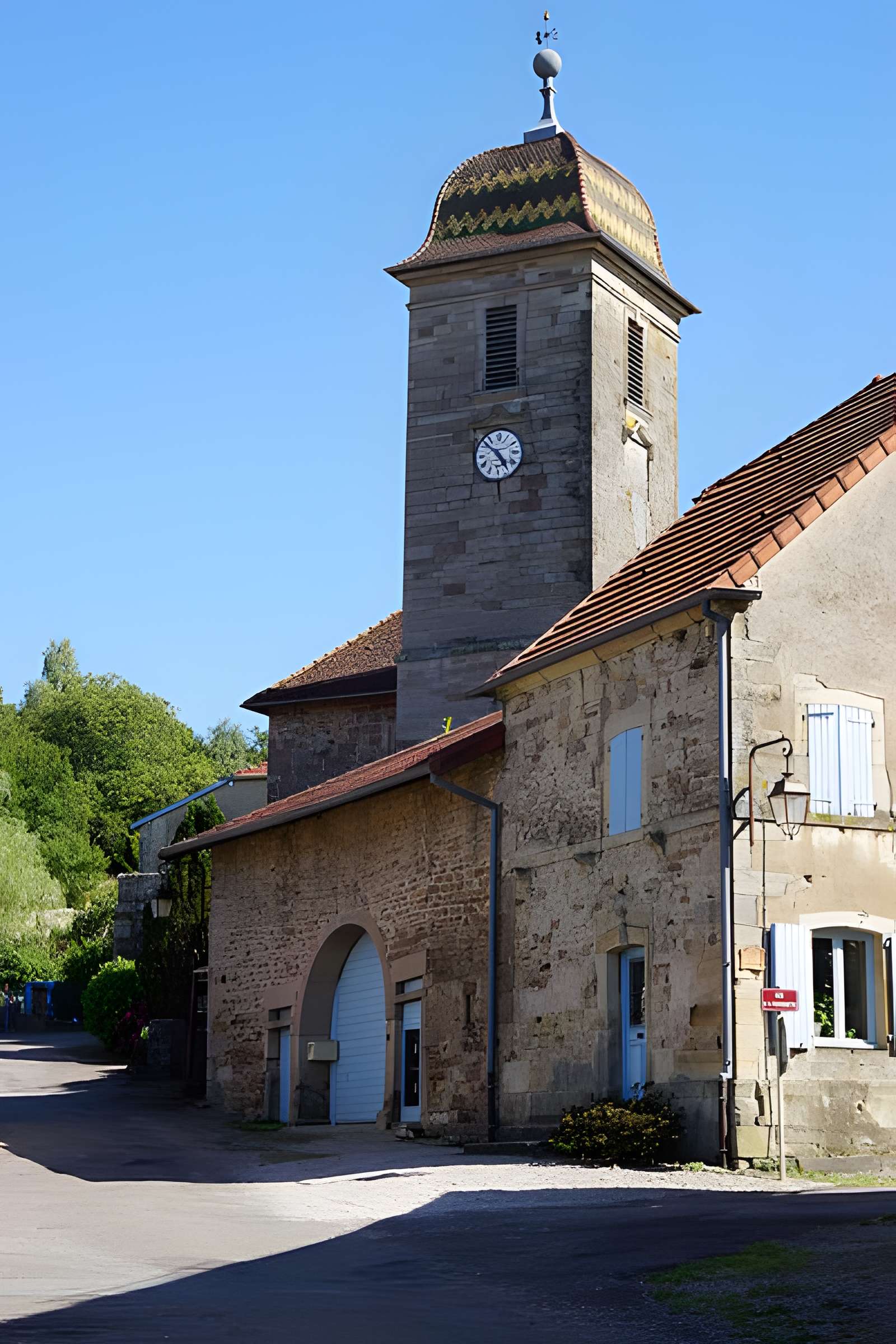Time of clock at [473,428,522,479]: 4:52
